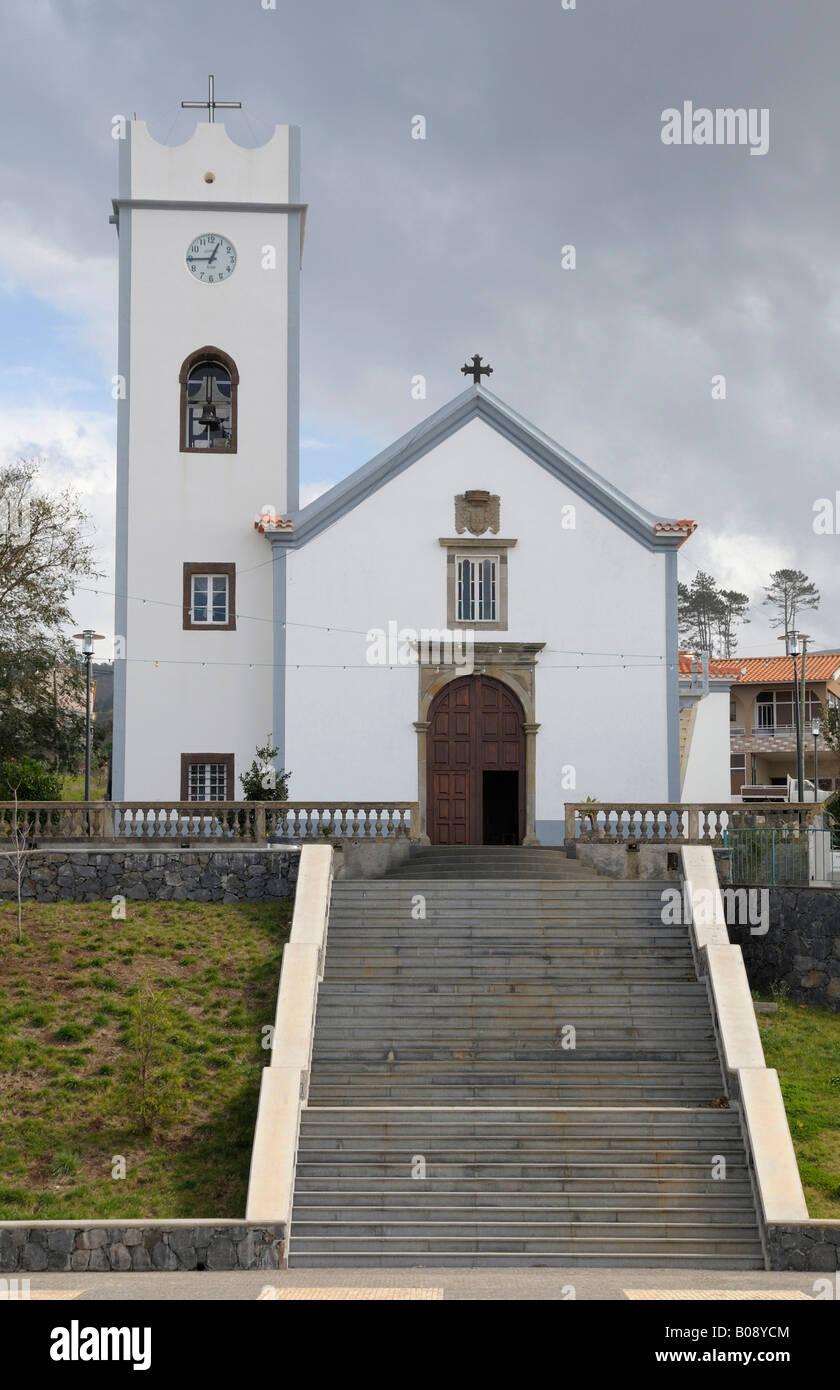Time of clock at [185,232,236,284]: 12:44
